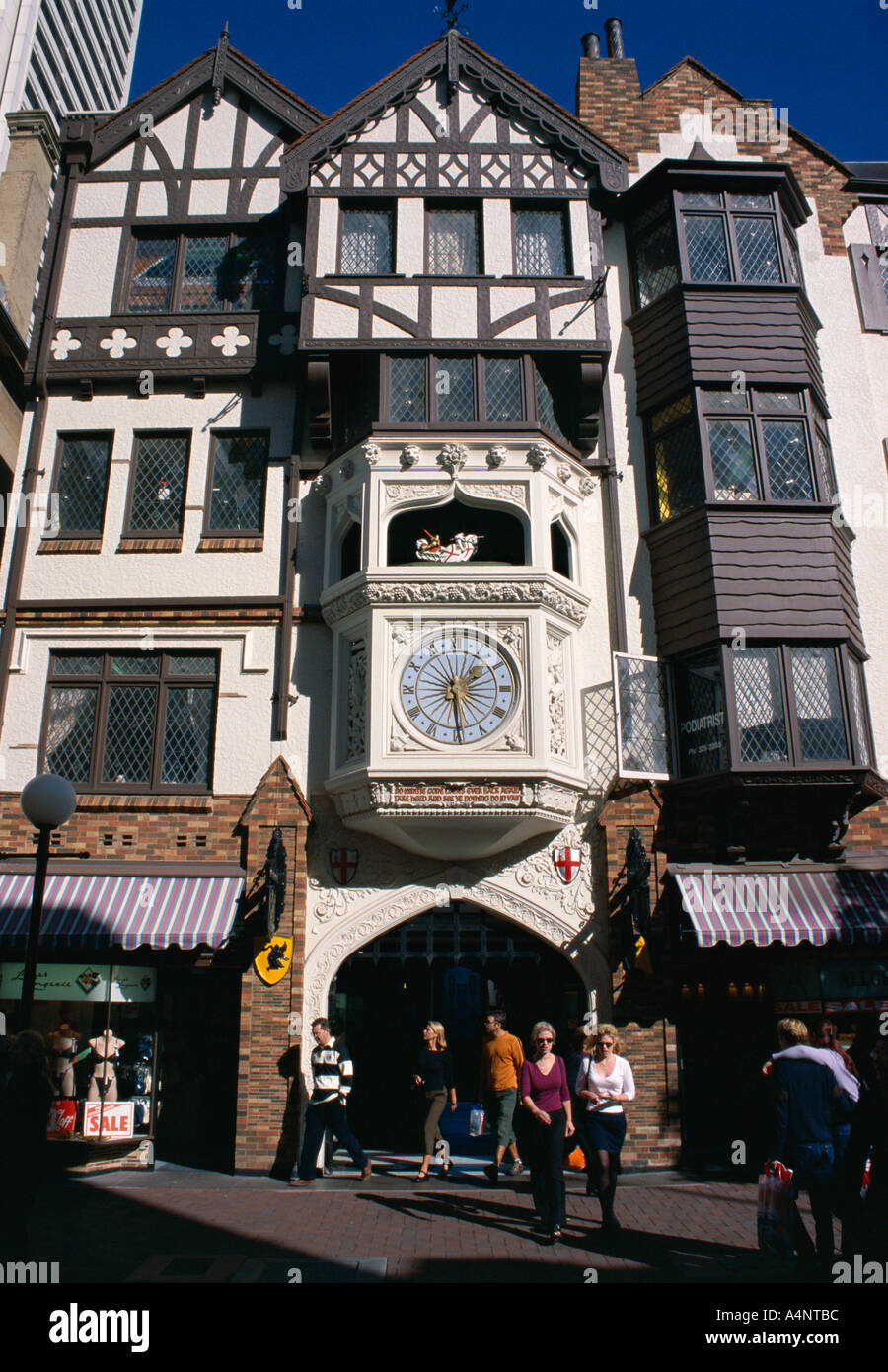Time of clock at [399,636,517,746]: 1:29
